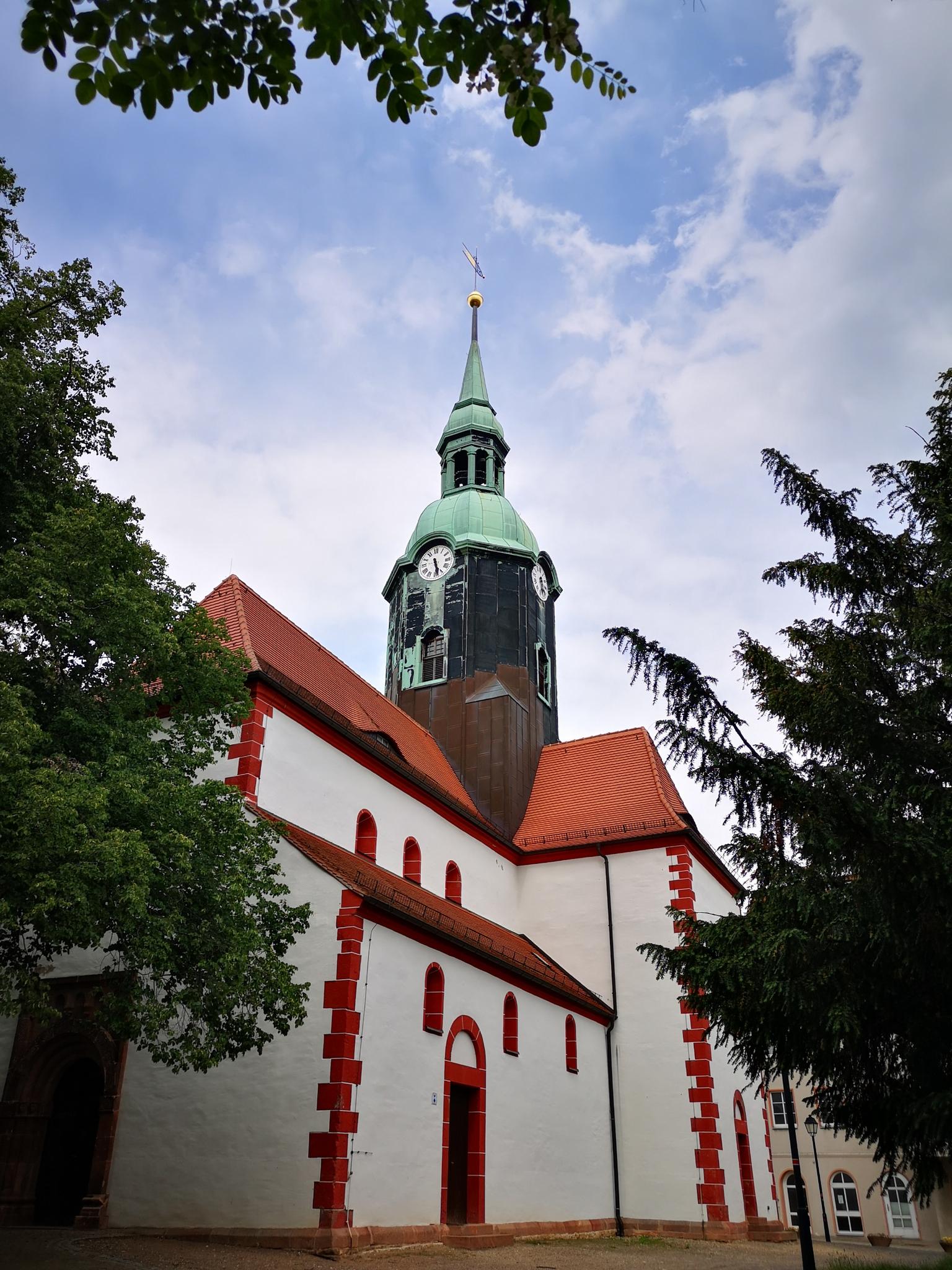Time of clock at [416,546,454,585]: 5:28
